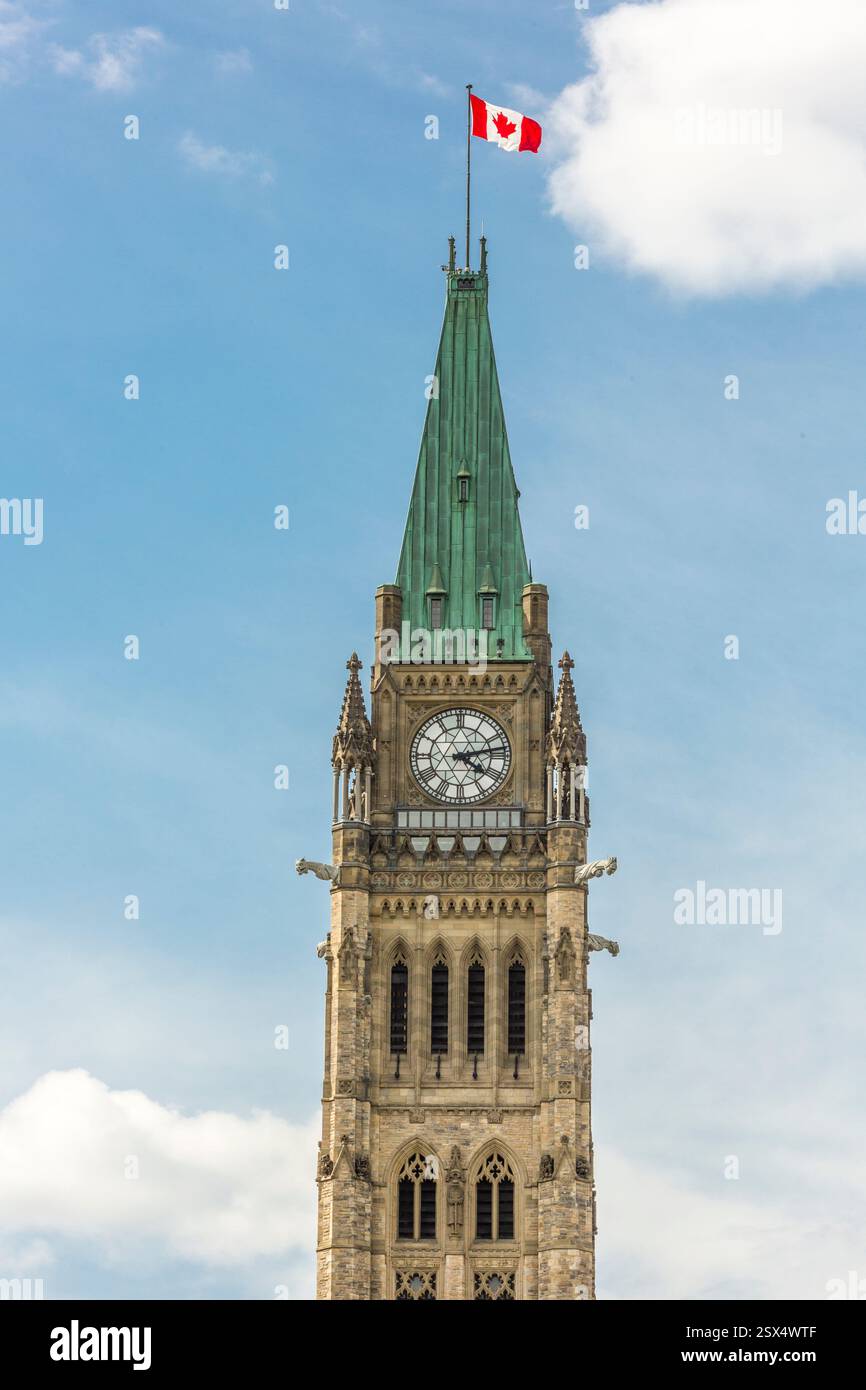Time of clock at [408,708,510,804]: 4:12
